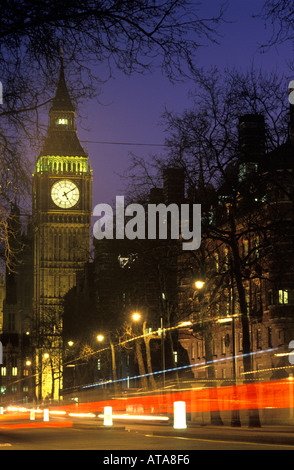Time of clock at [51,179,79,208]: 5:09
